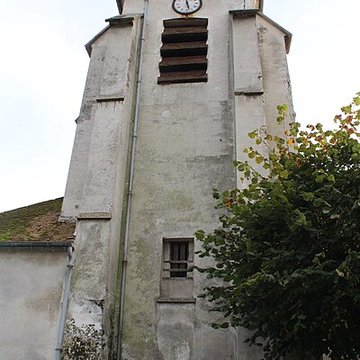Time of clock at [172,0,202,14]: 11:27
